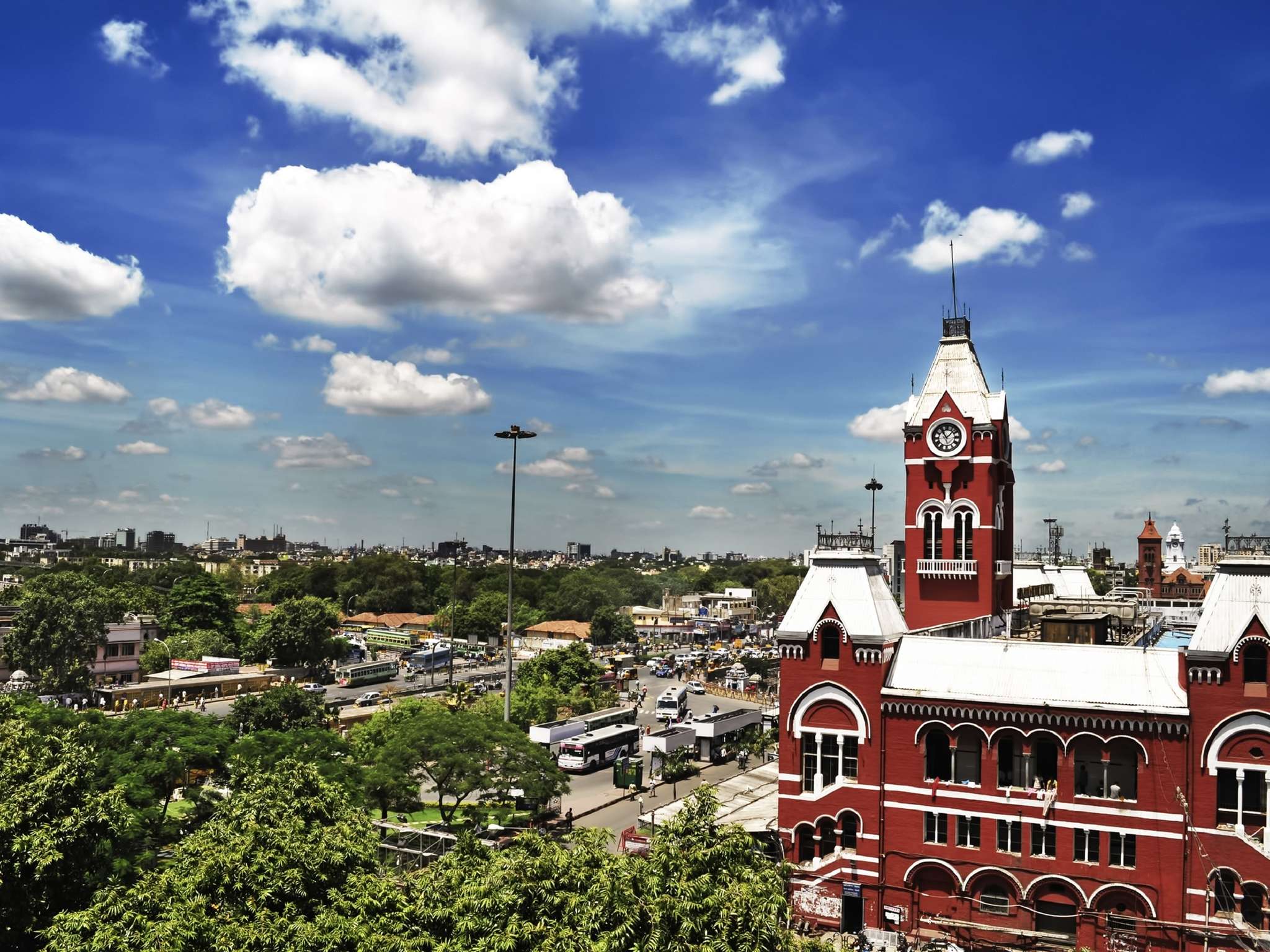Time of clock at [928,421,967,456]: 11:07
